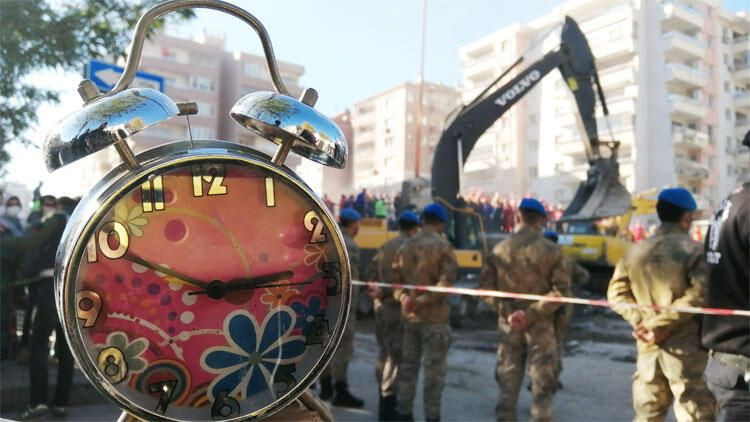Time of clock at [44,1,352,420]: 2:49
